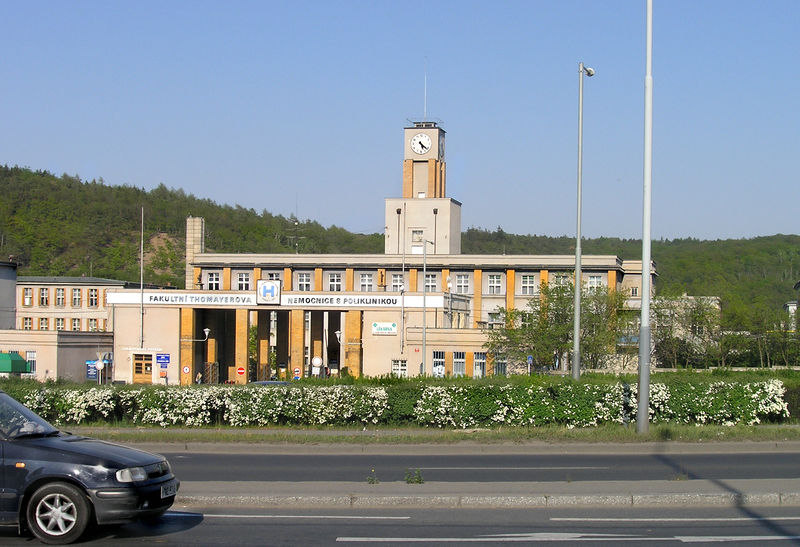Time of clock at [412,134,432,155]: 5:21
